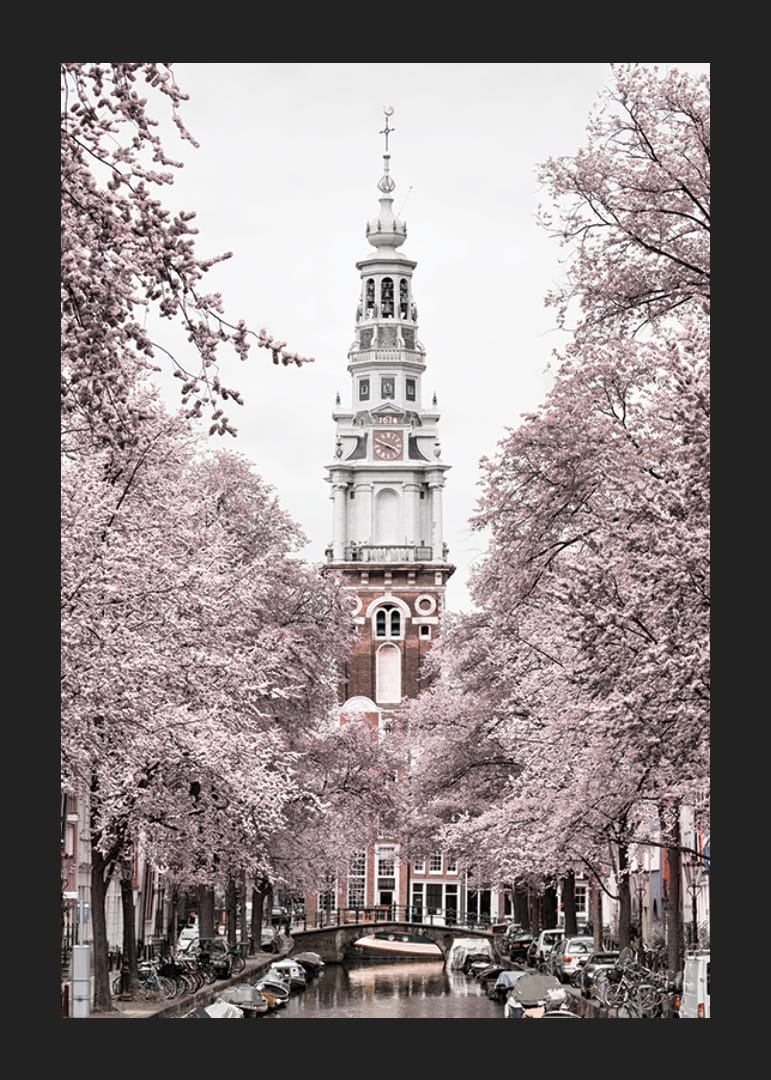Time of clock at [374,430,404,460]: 3:48
